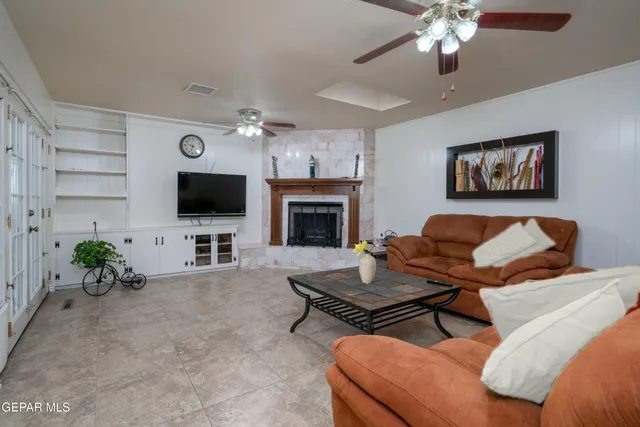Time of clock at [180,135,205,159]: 9:33
